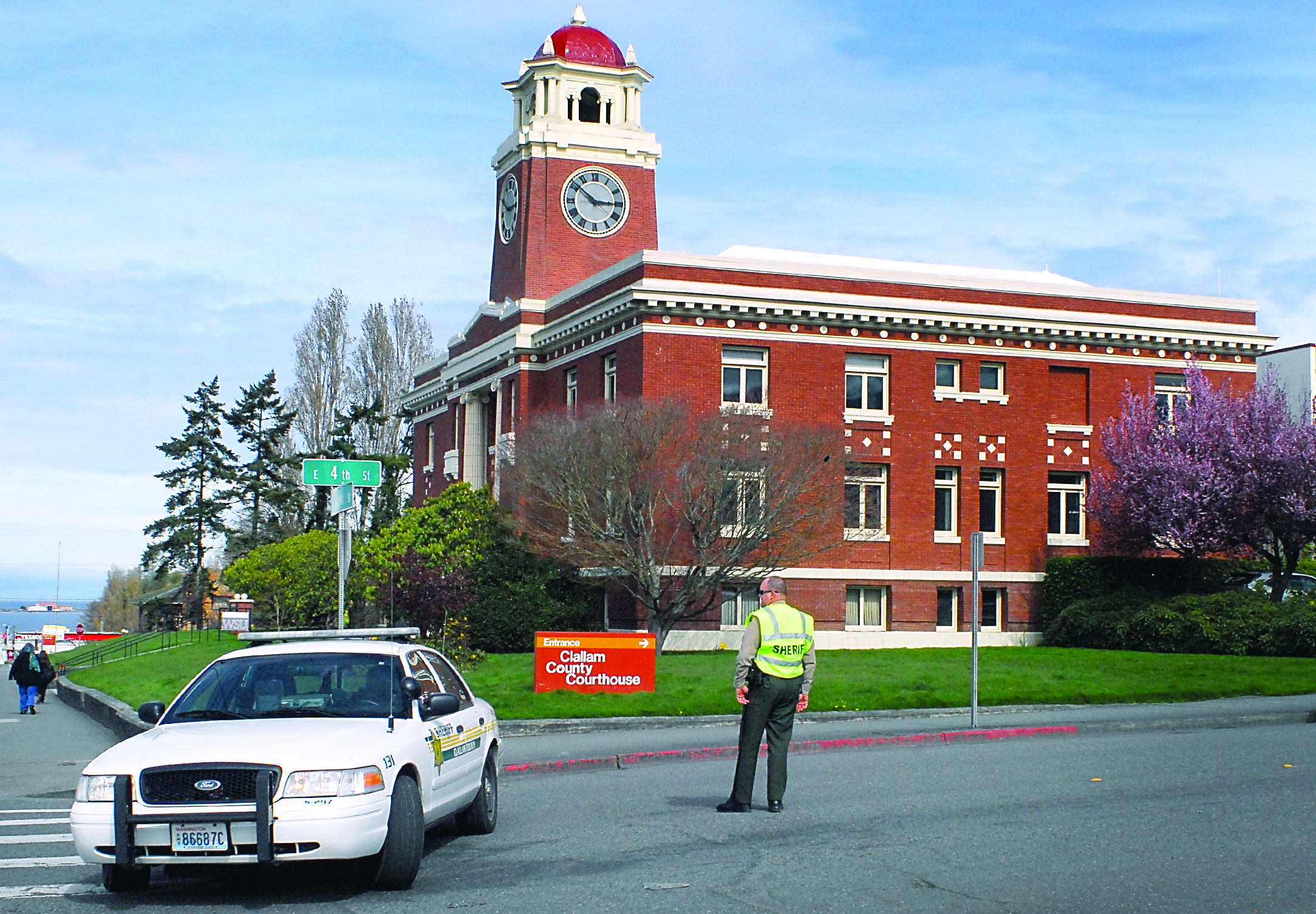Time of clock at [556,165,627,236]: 2:51
